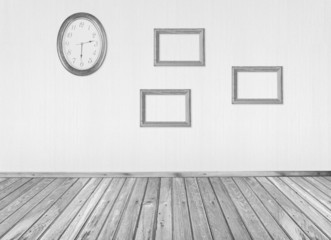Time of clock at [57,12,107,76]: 6:13
